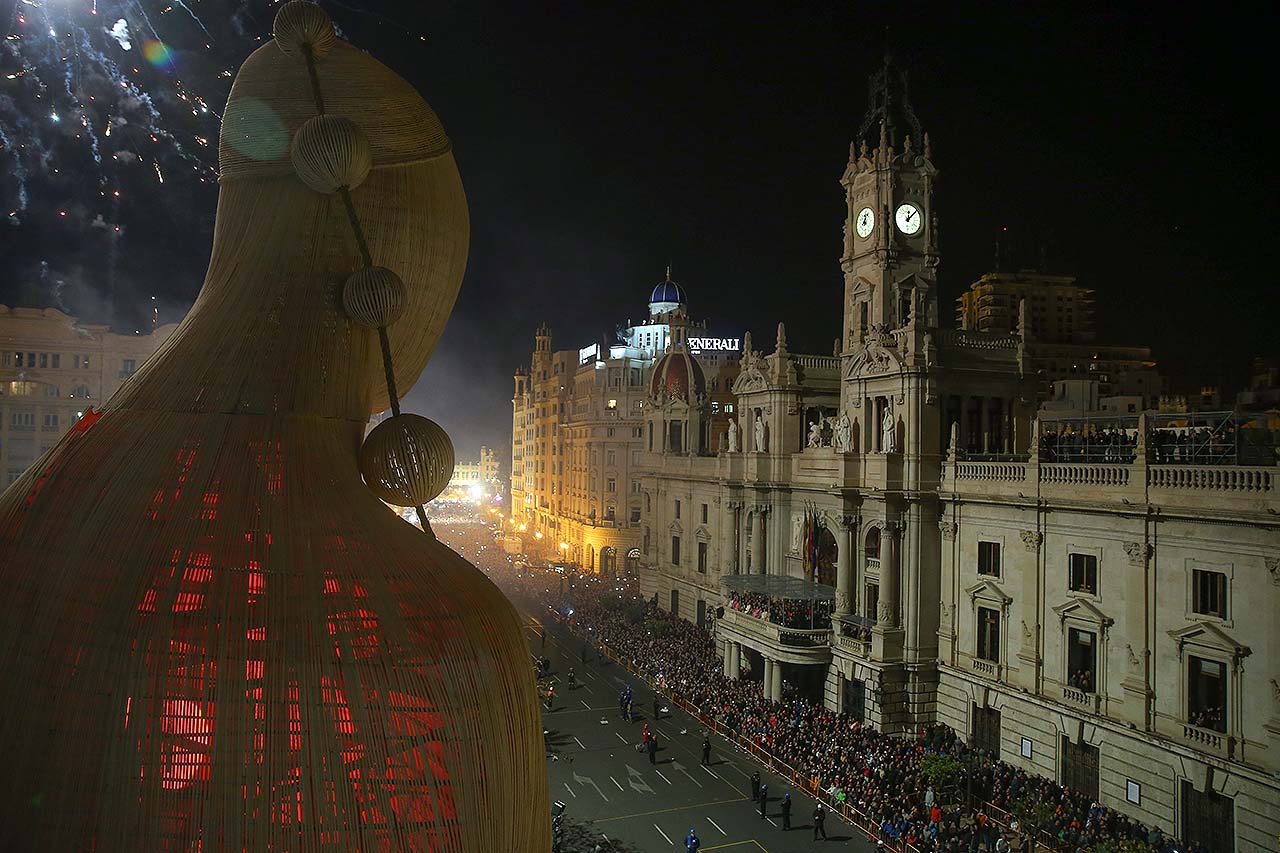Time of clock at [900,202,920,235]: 12:07
